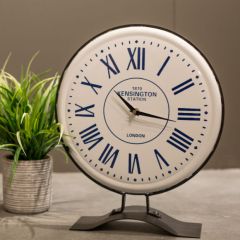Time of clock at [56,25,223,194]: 10:16
